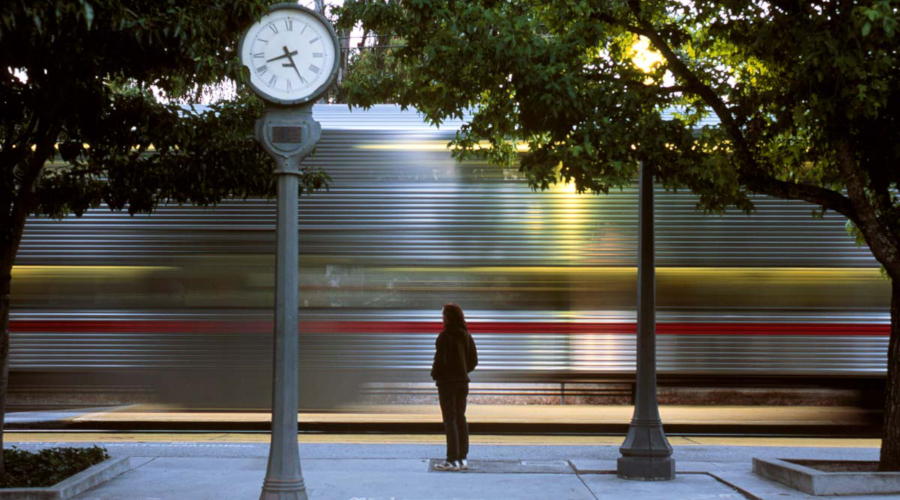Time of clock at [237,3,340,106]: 8:25
